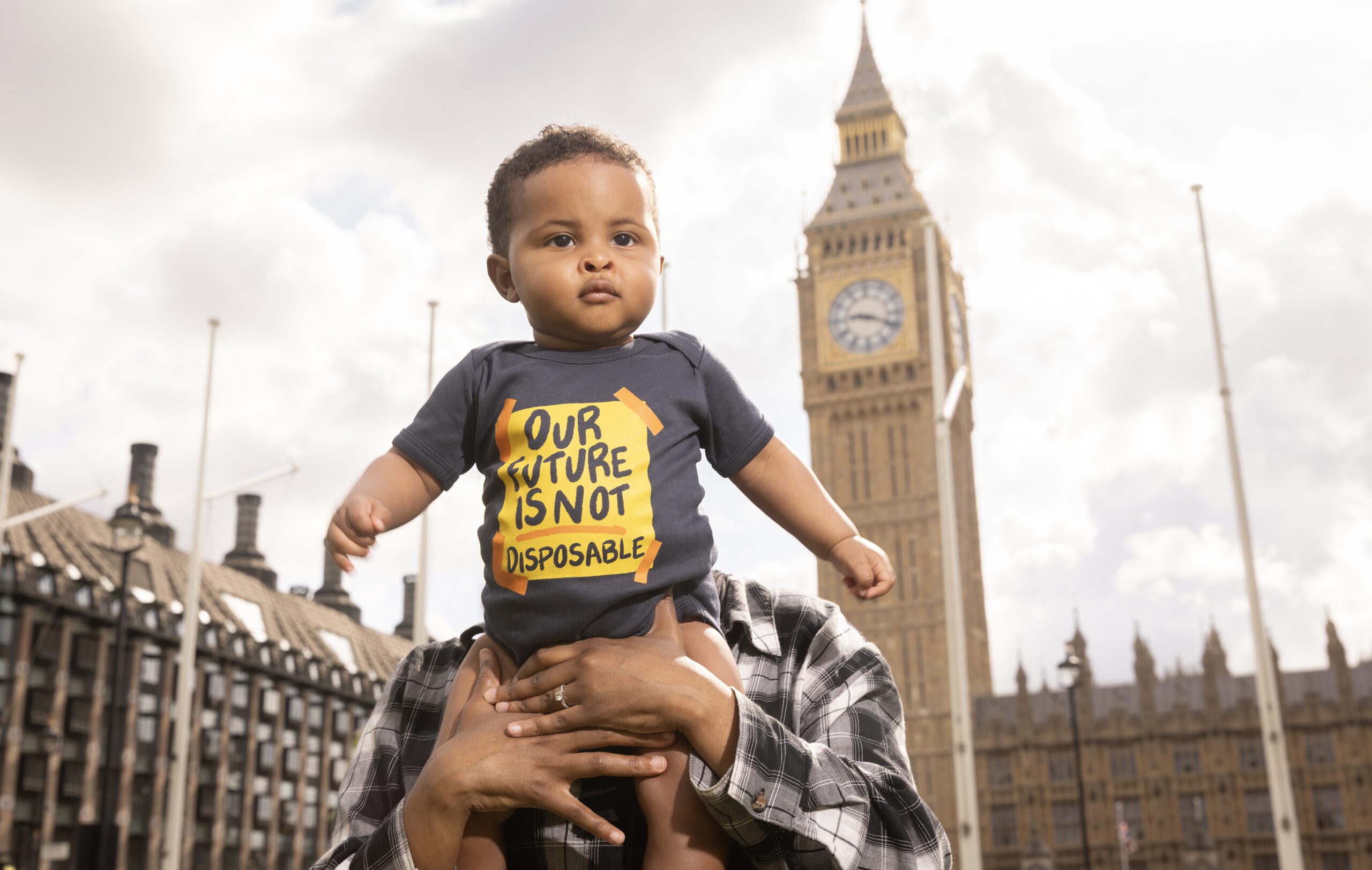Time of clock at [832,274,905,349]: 9:18
